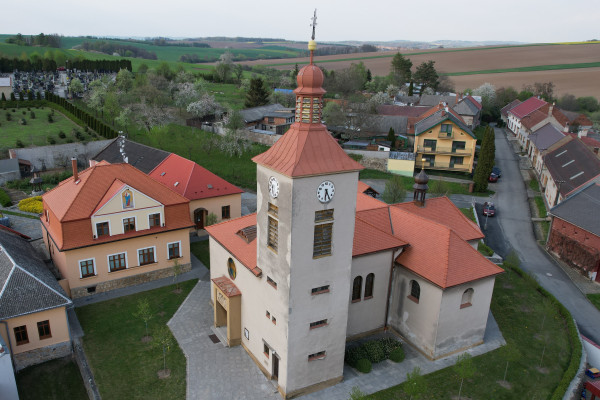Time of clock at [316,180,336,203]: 6:25
